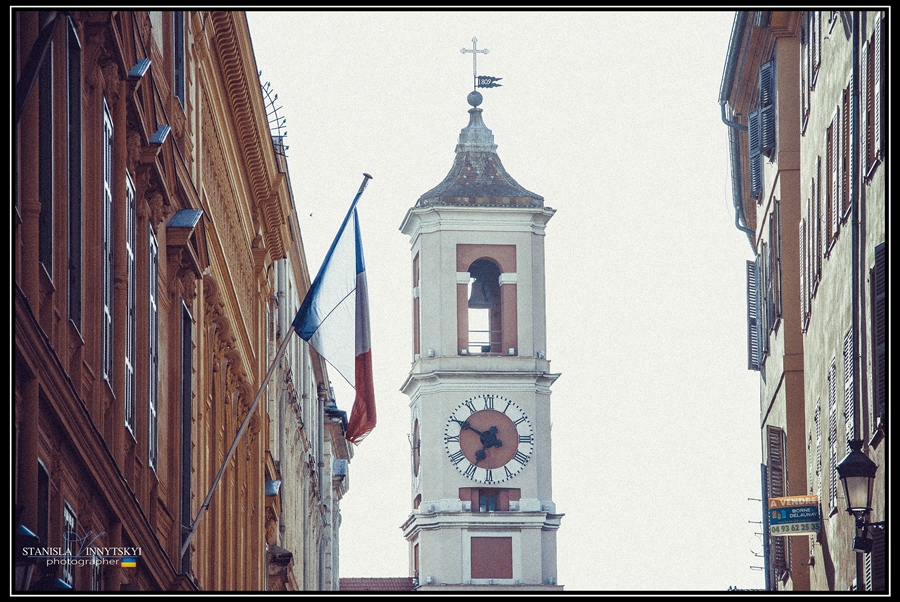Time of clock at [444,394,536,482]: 6:49
